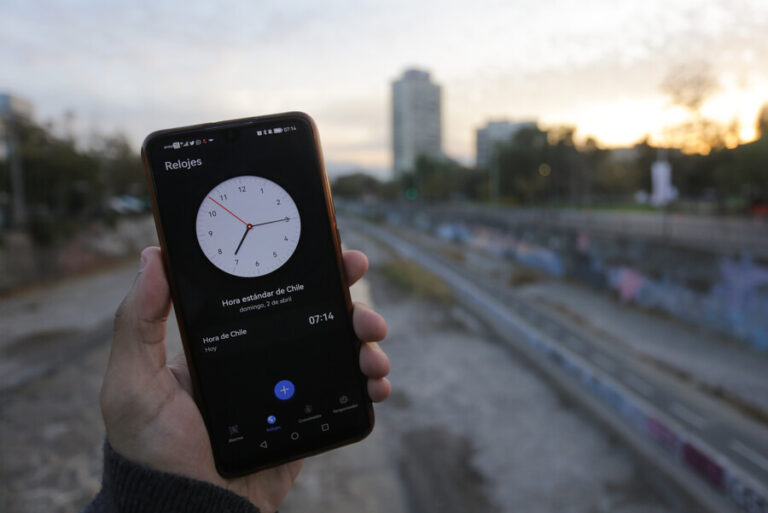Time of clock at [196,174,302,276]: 7:15
